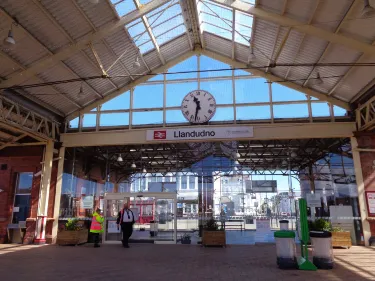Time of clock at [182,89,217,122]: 11:32
